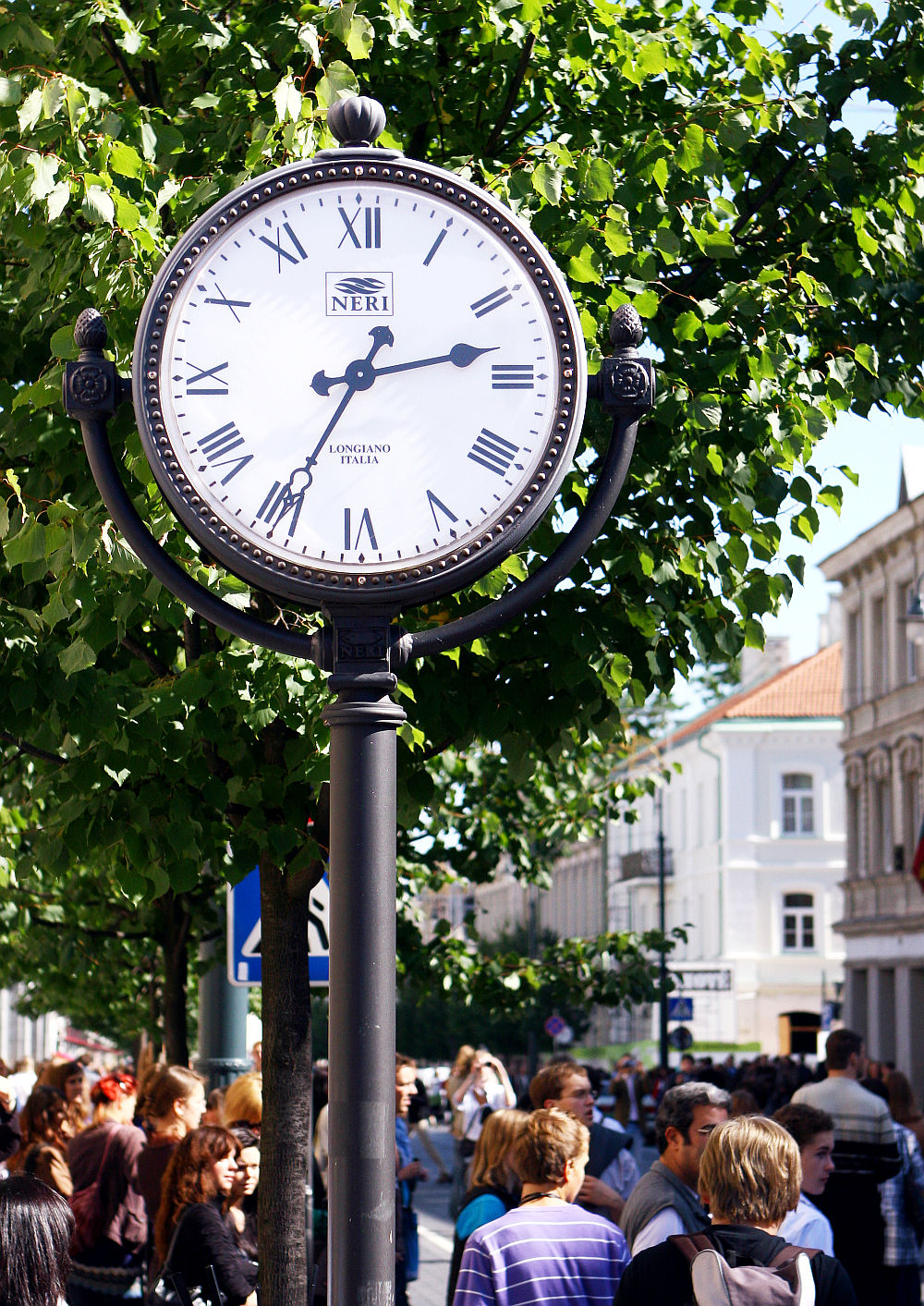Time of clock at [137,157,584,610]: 2:34
